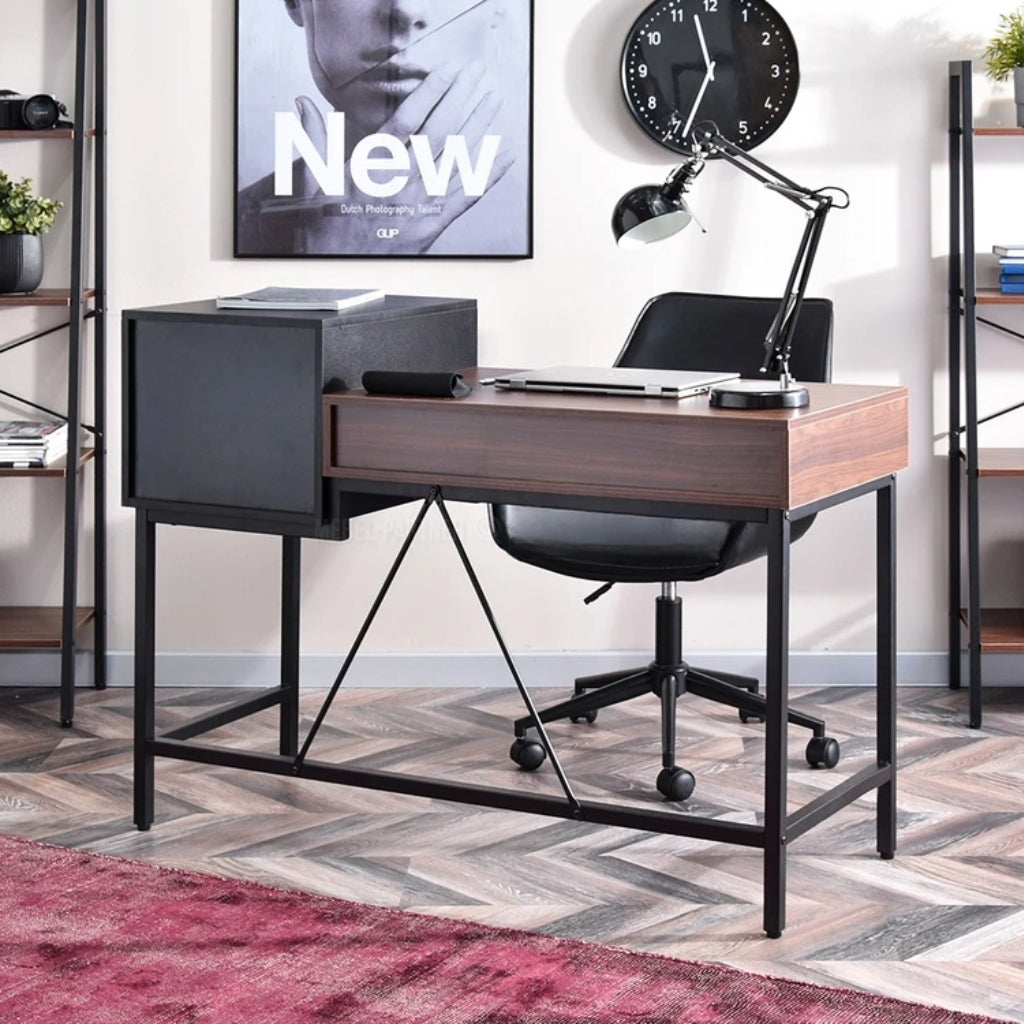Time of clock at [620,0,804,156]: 11:33
